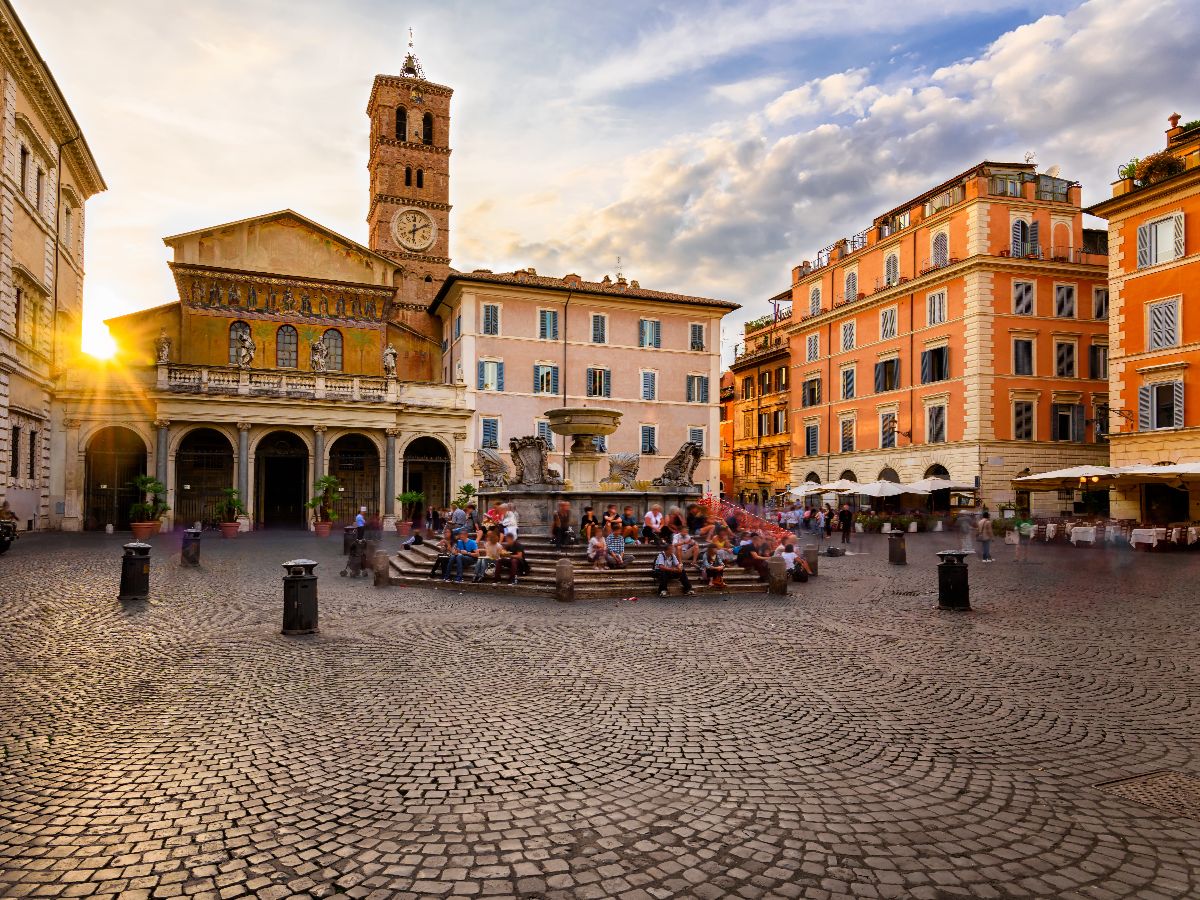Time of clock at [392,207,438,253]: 6:10
